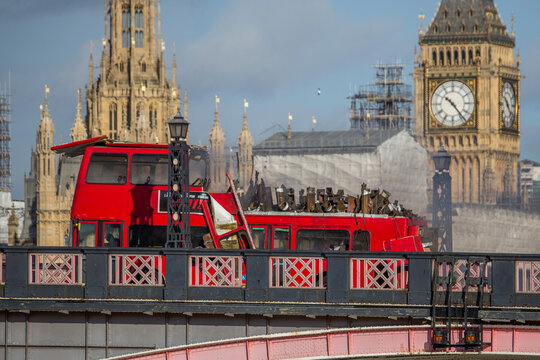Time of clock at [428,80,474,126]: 10:23
